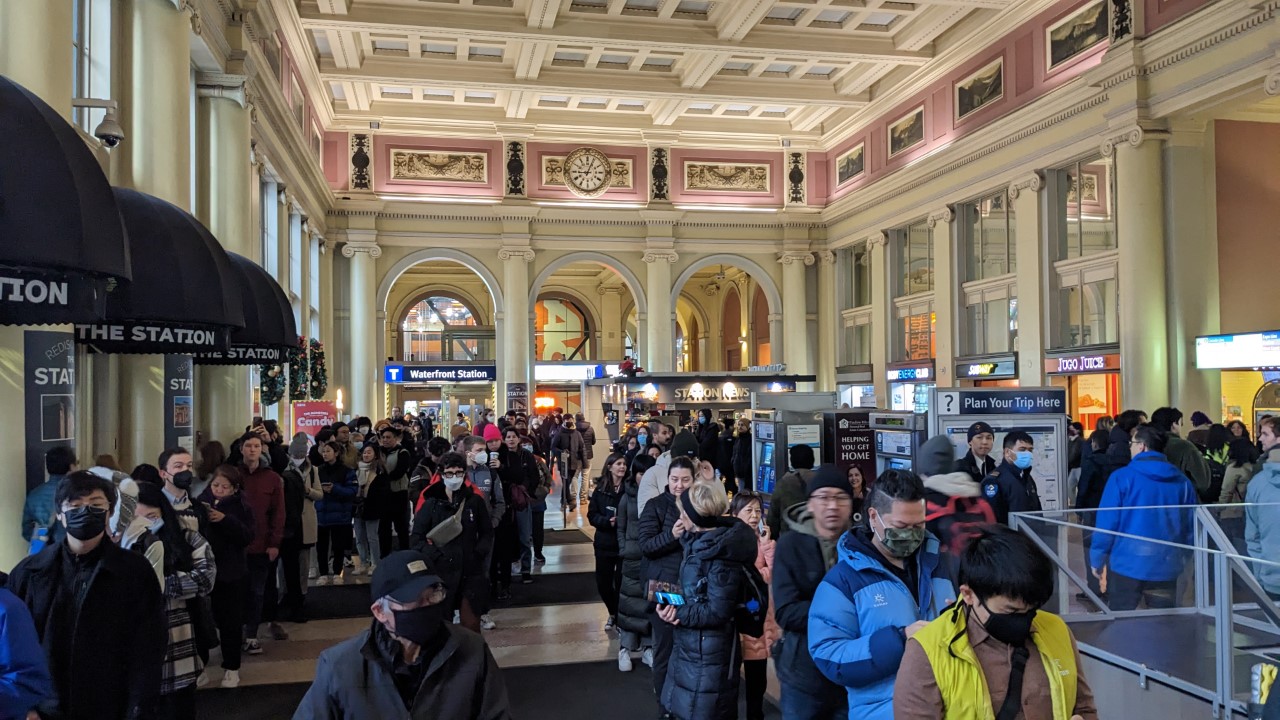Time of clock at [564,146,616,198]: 9:03
